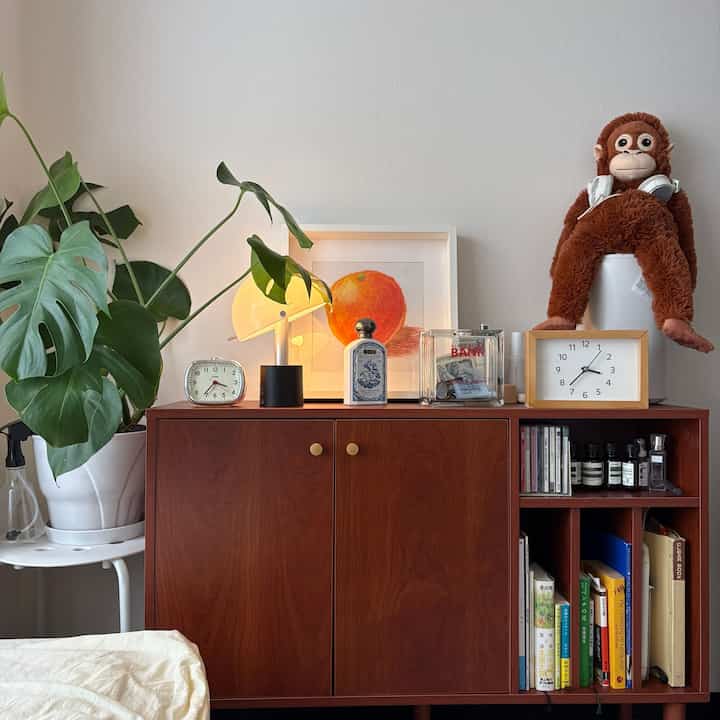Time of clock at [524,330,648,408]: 3:37
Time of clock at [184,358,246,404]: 3:36
